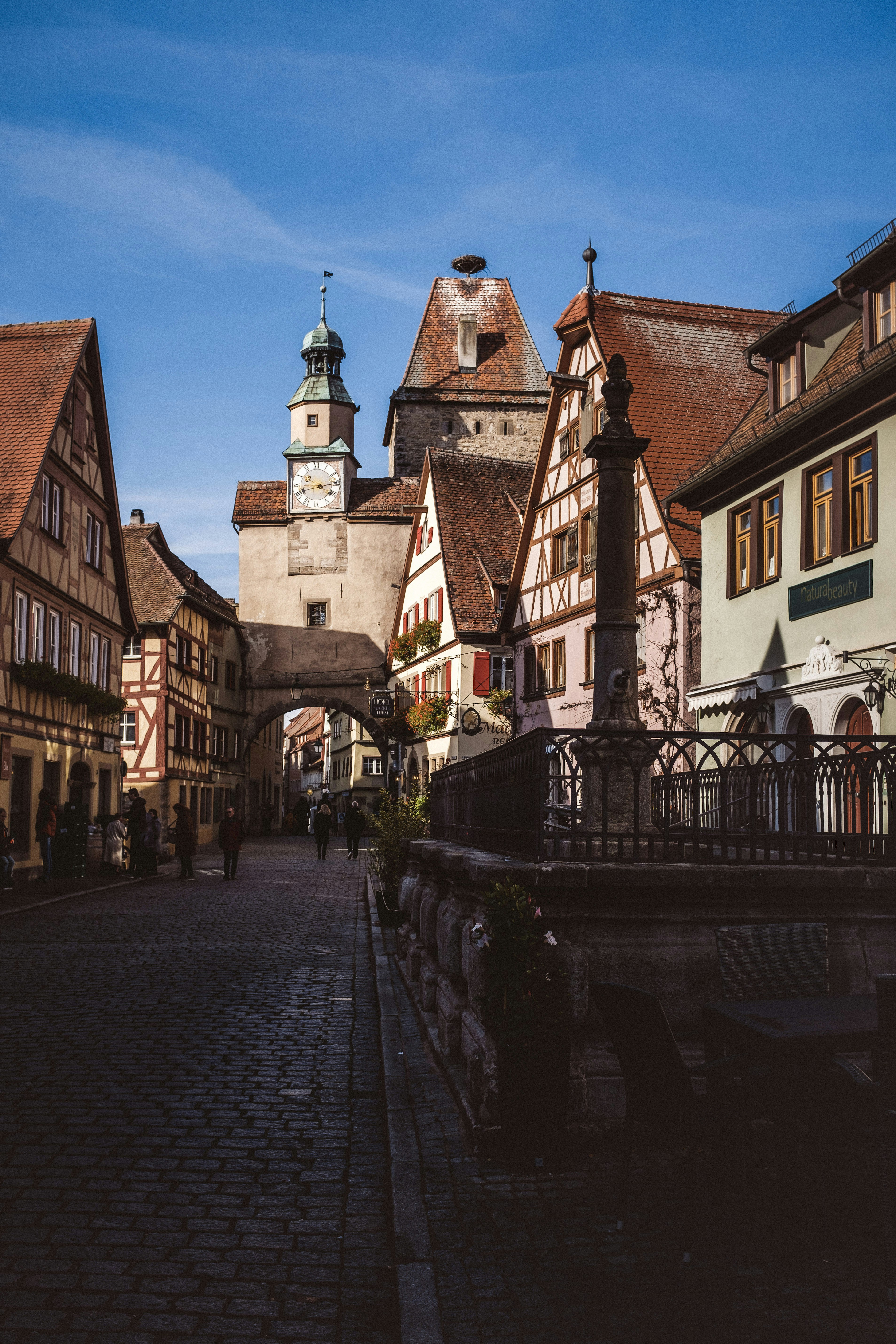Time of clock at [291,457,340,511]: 8:14
